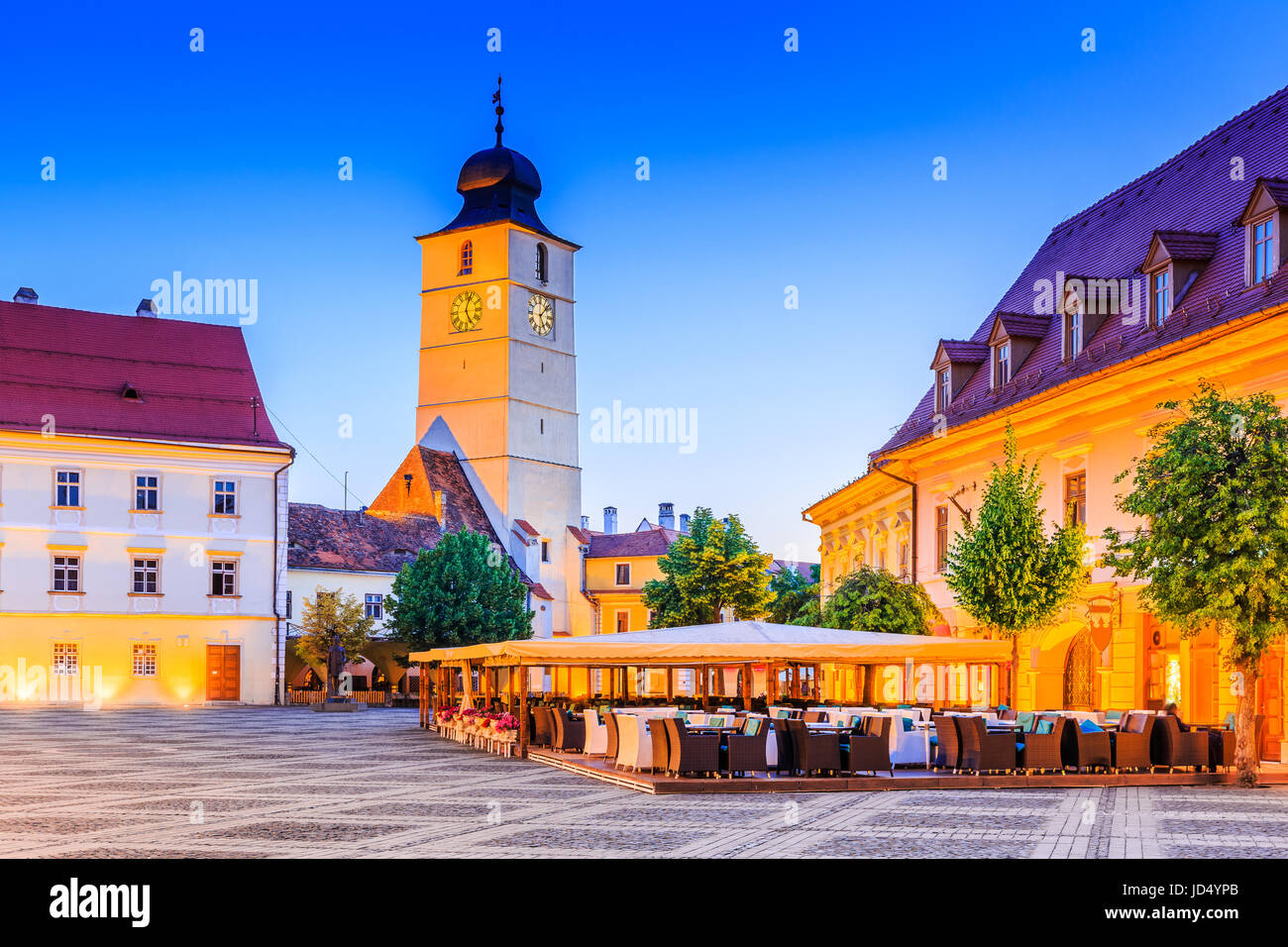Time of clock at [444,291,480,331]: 5:03
